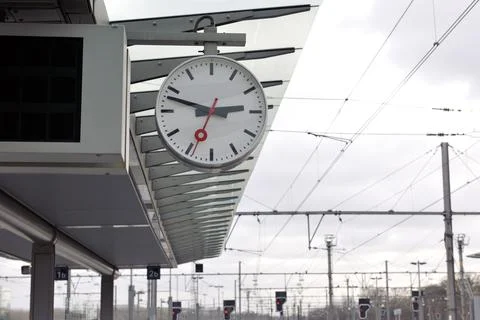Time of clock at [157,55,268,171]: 2:48
